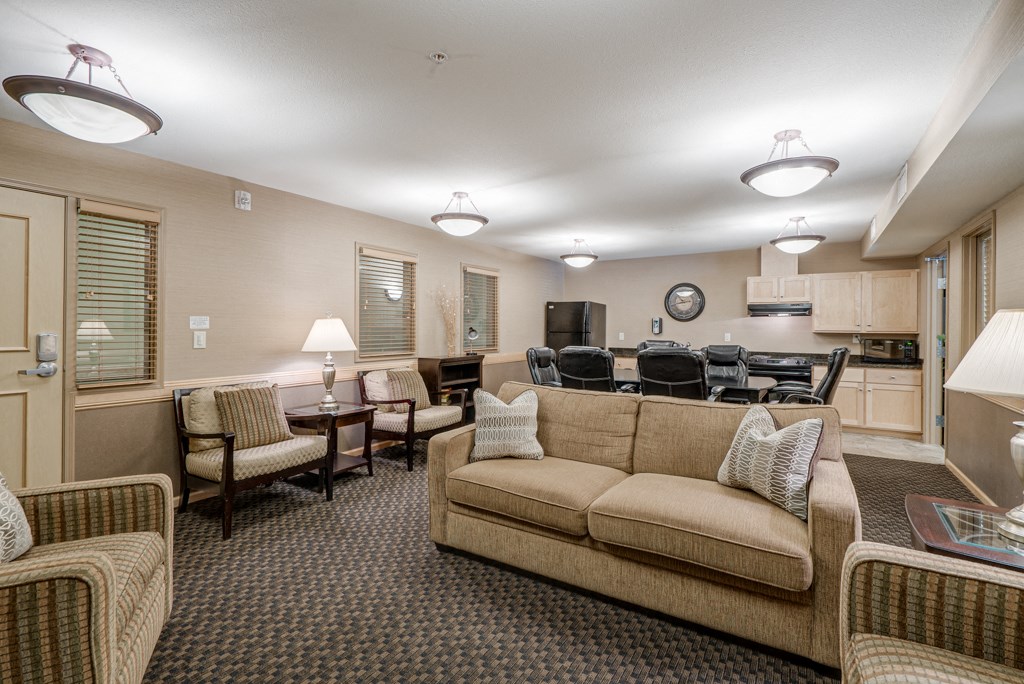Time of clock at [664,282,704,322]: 10:42
